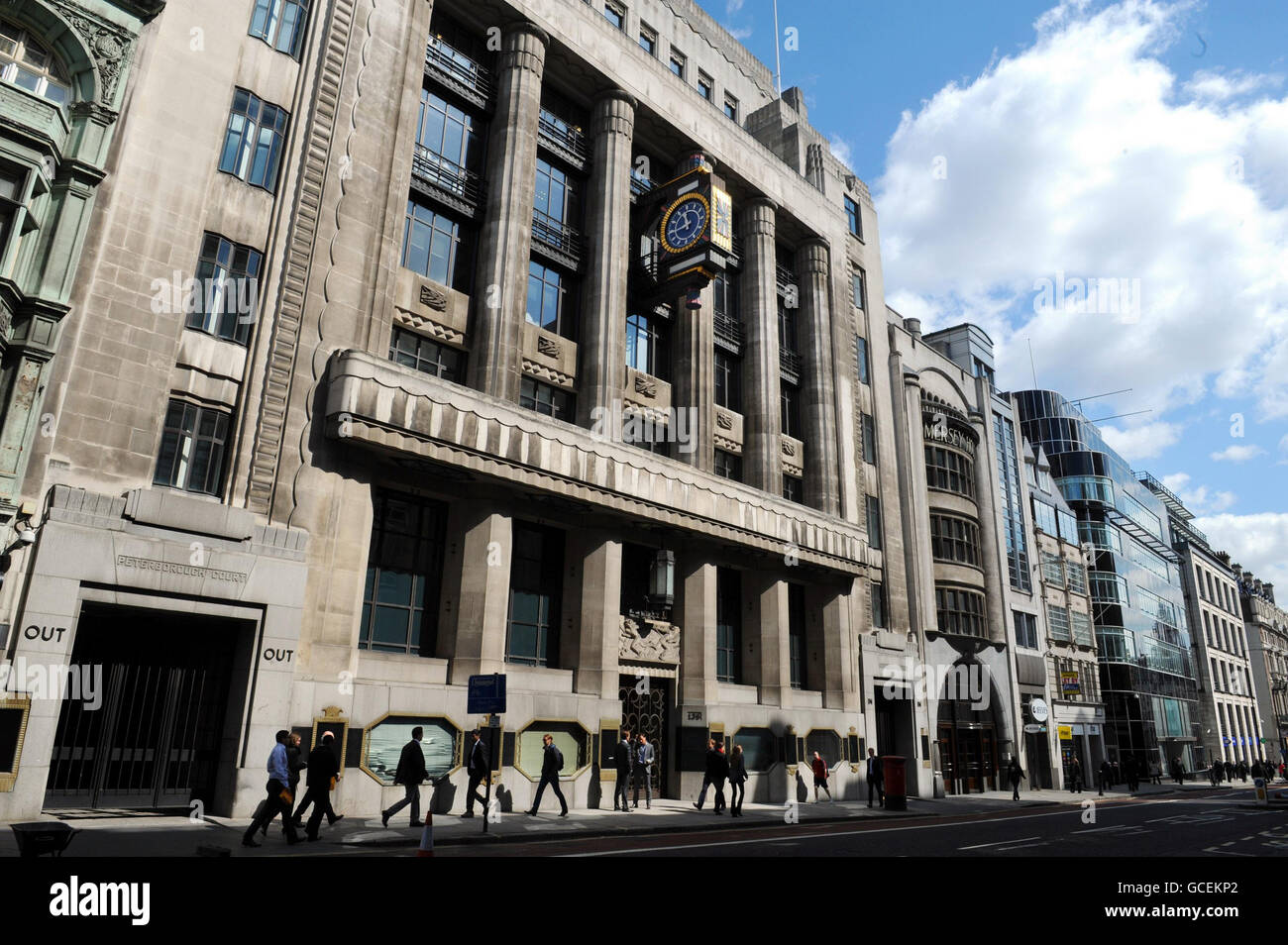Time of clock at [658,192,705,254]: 11:43
